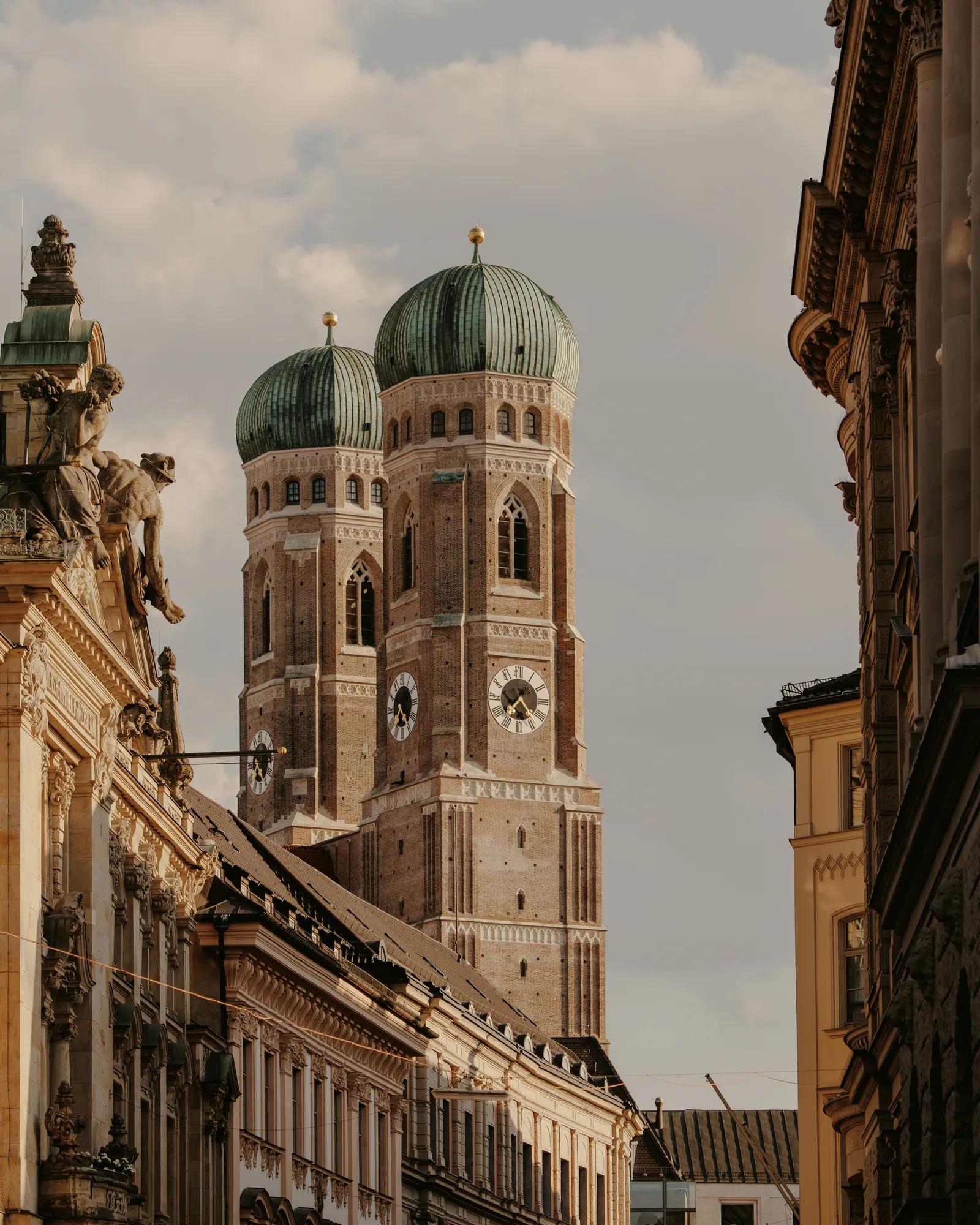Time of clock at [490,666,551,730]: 7:23
